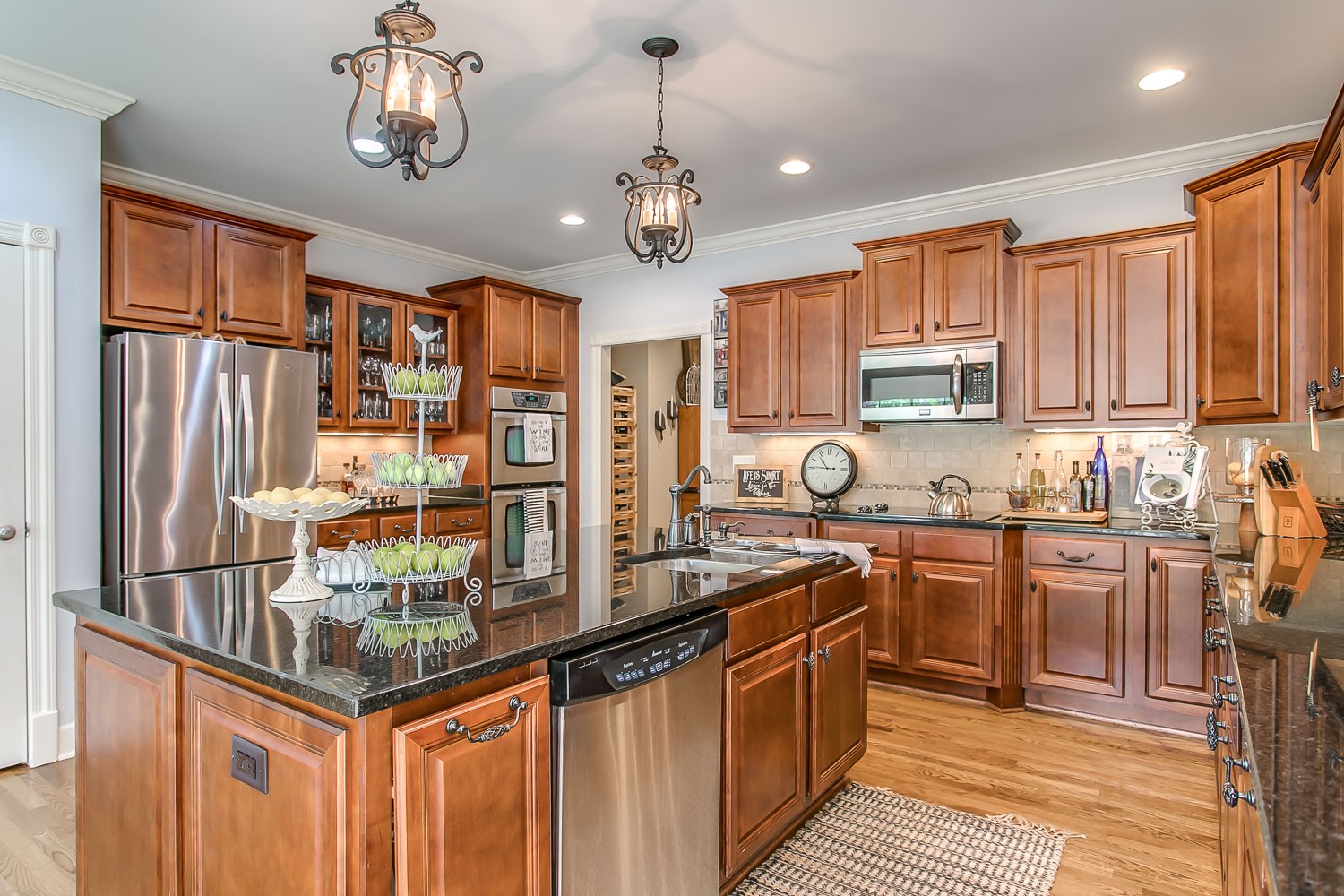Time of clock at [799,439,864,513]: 10:45
